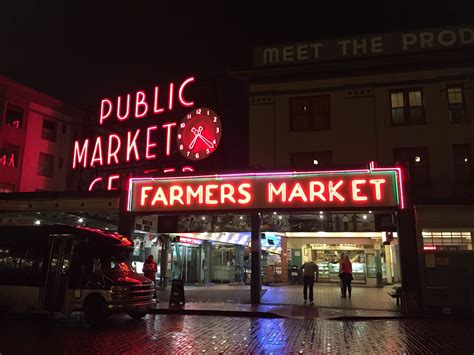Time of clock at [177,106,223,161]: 7:21
